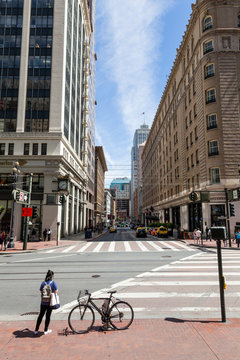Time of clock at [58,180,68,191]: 7:37
